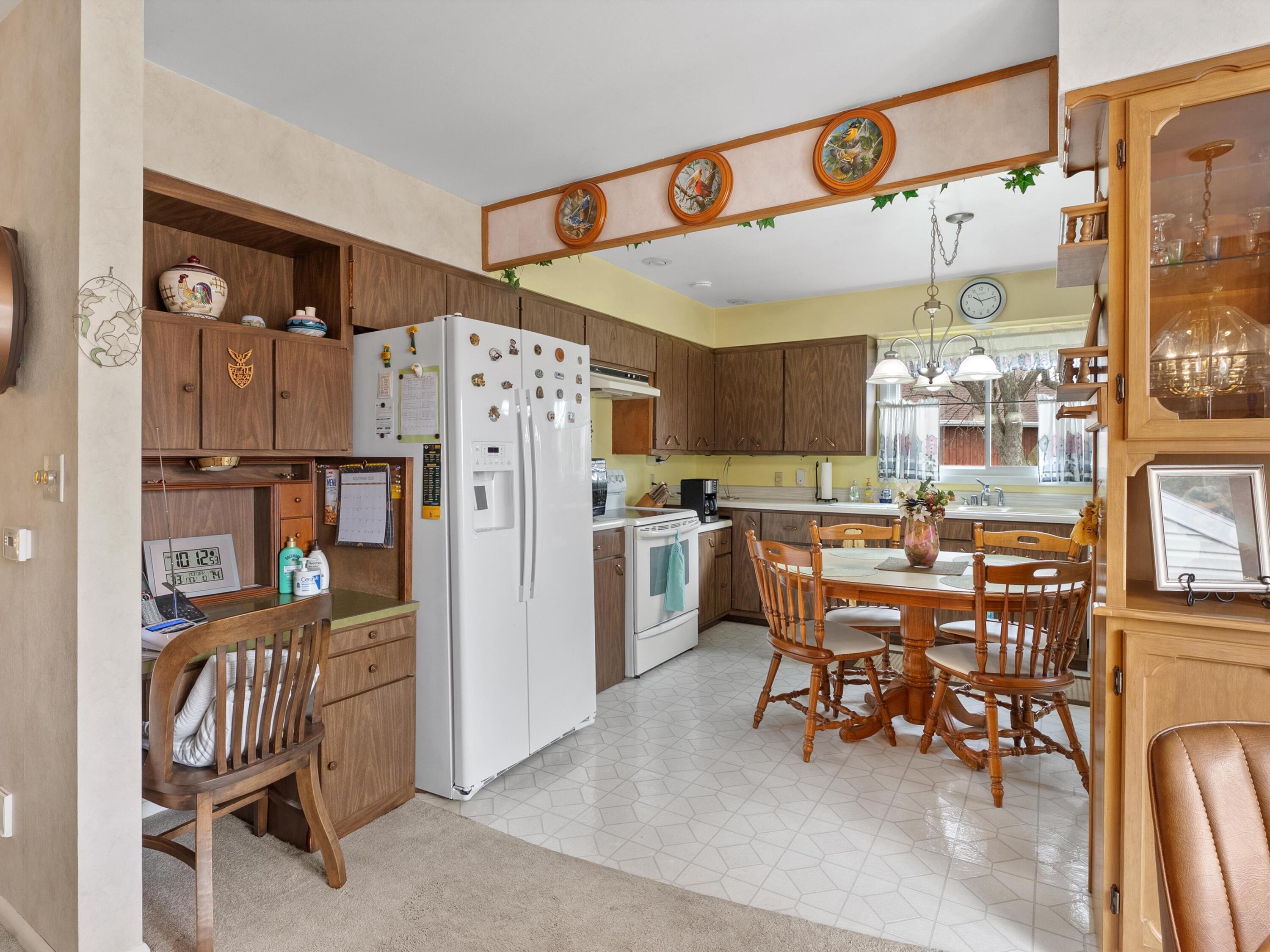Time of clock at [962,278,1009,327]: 10:12
